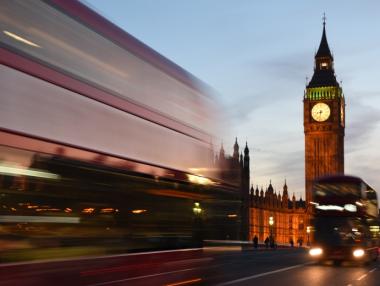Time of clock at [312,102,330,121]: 8:32
